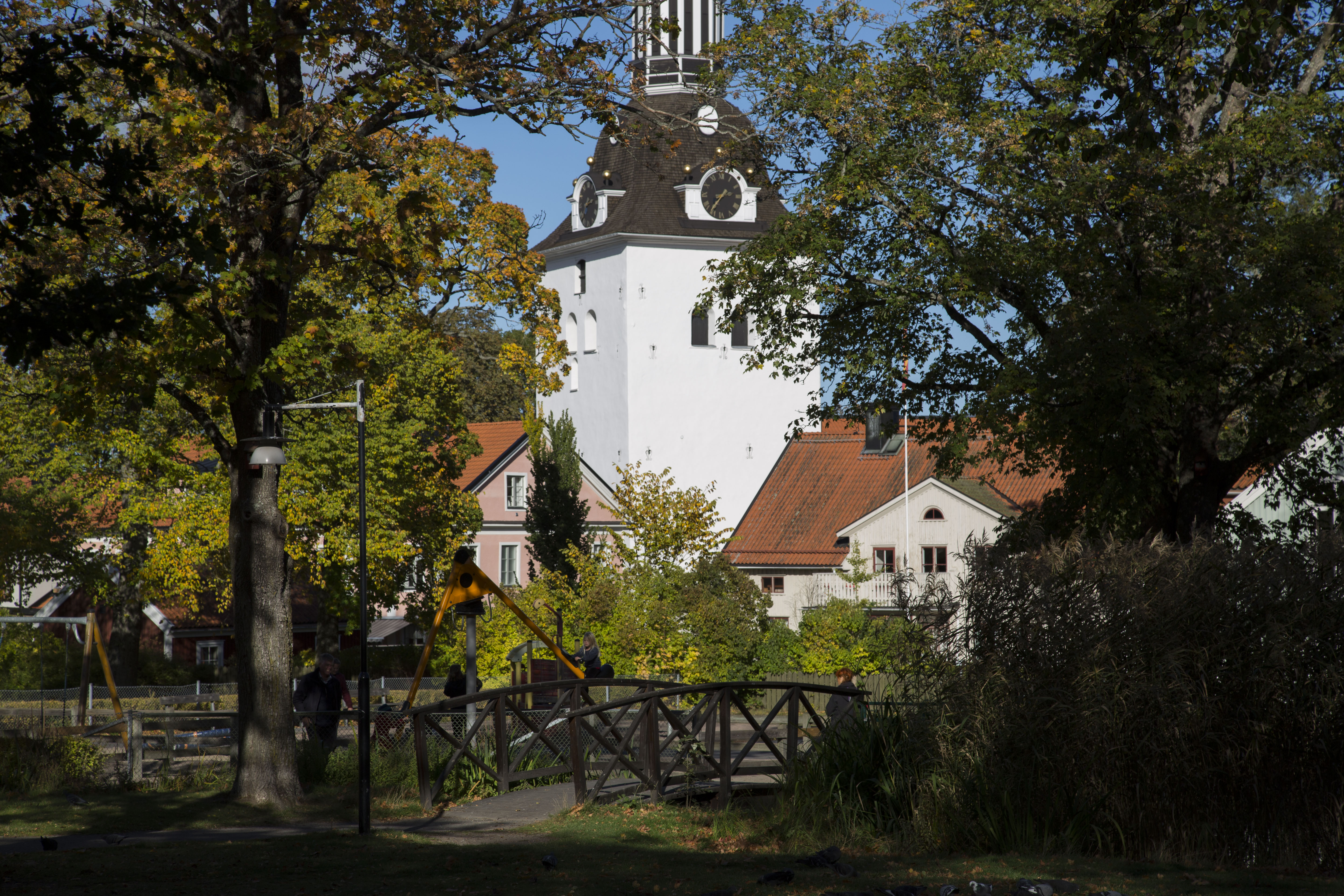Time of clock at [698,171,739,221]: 2:36
